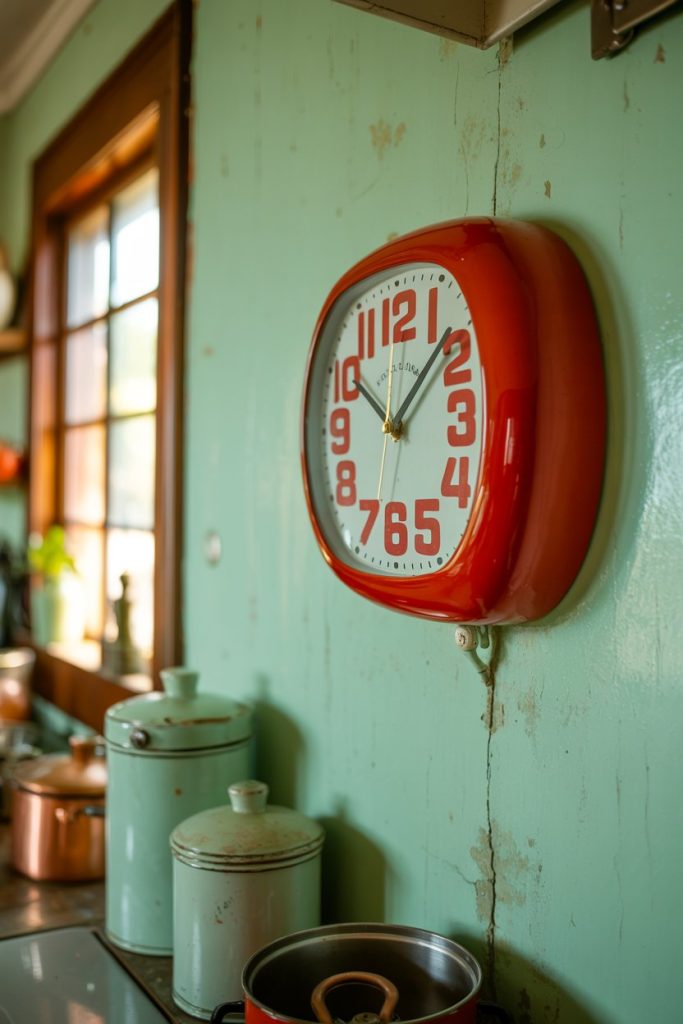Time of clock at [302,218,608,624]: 10:07
